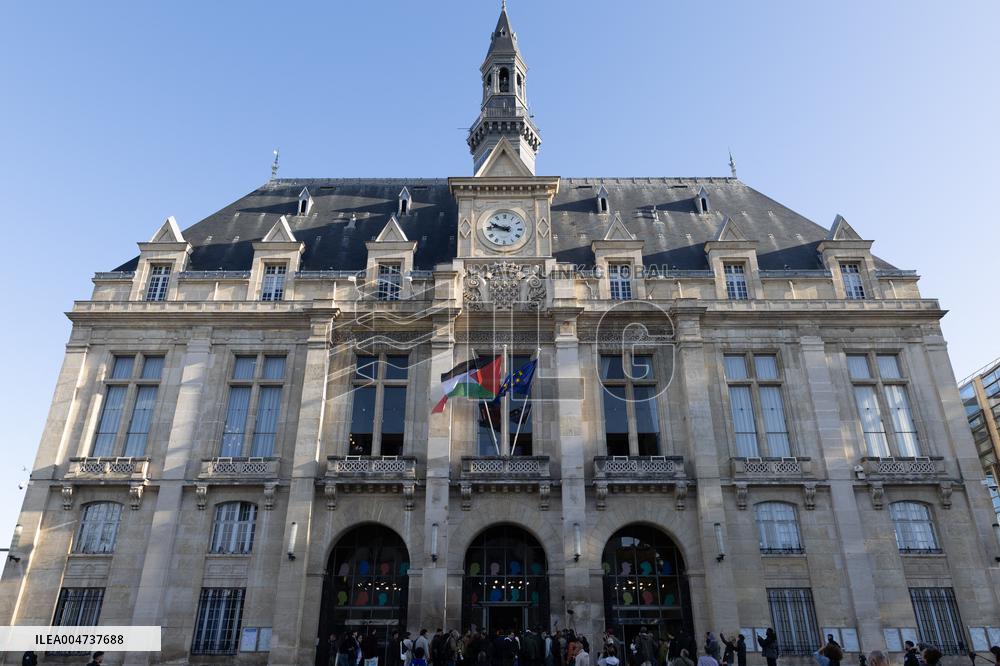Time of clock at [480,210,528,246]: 9:45
